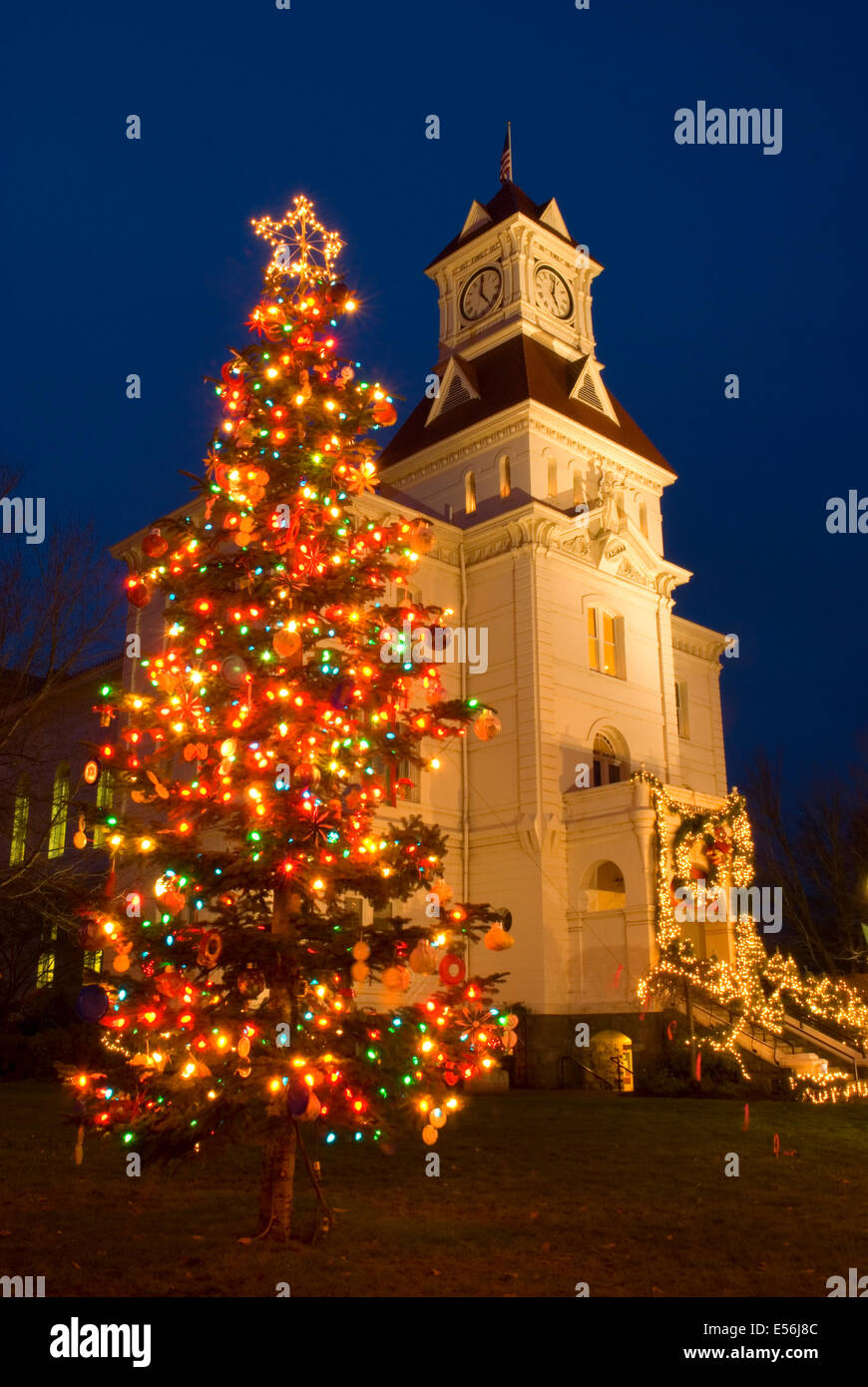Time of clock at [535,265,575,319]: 5:02
